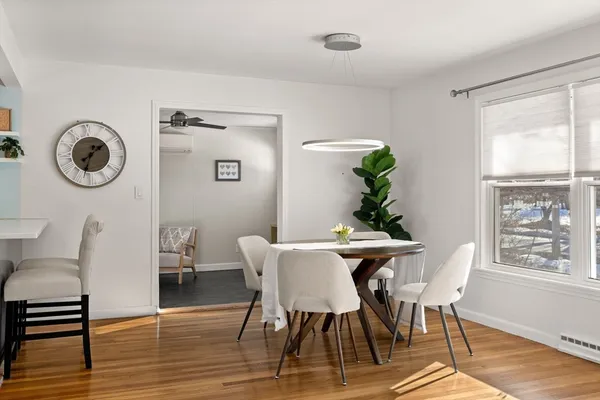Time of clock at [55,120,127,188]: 1:33
